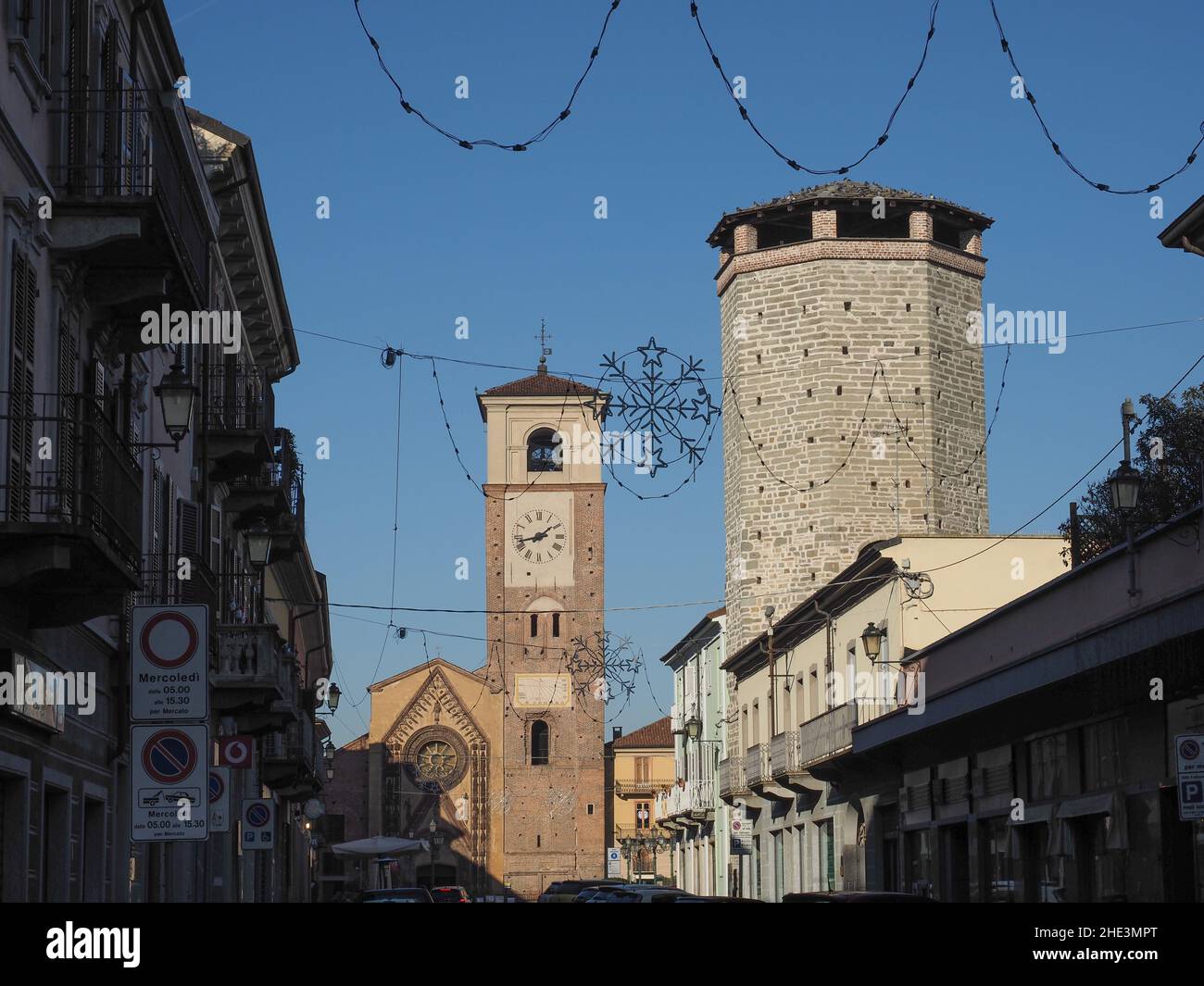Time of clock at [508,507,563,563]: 1:42
